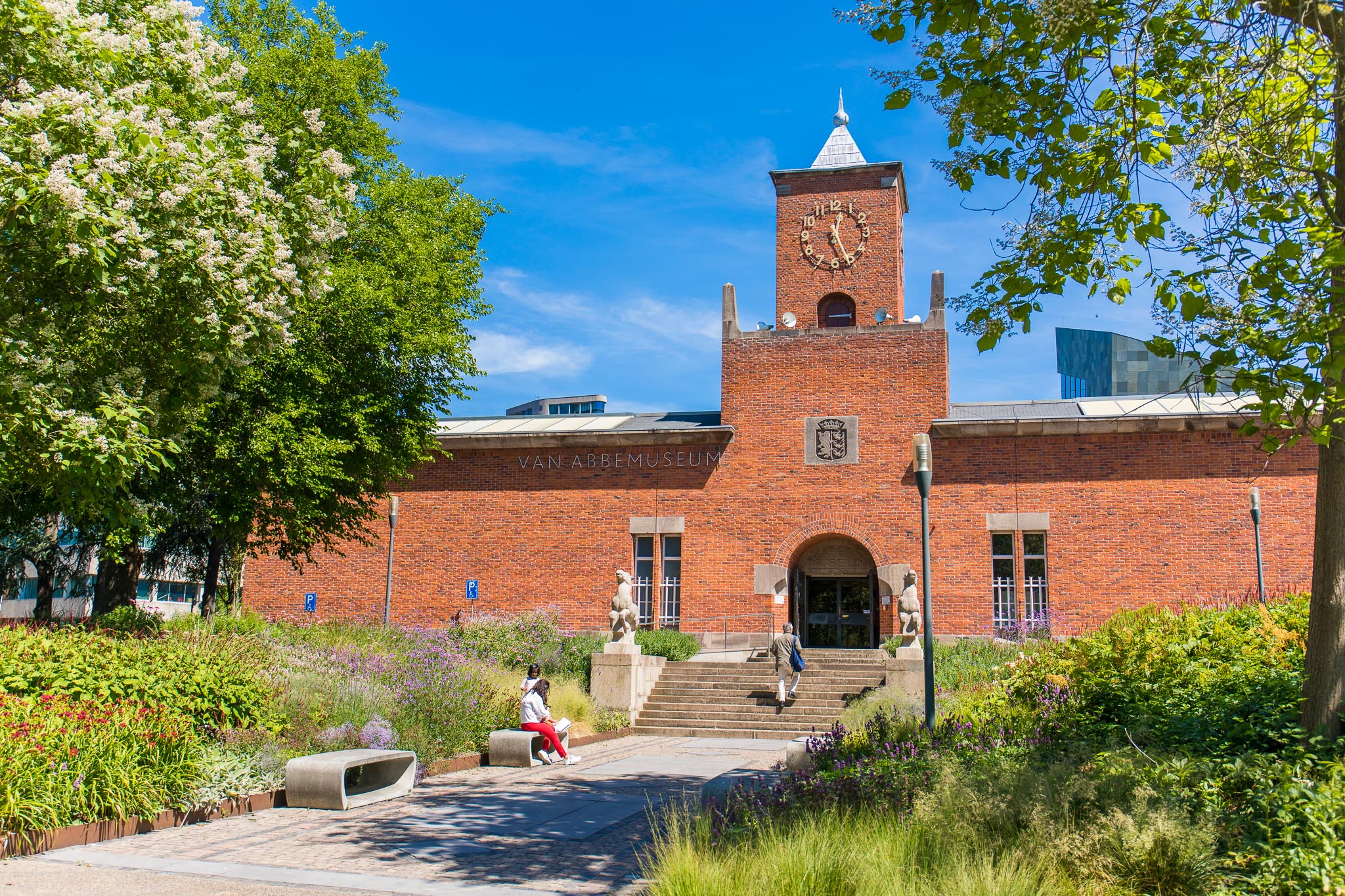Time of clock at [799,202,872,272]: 12:26
